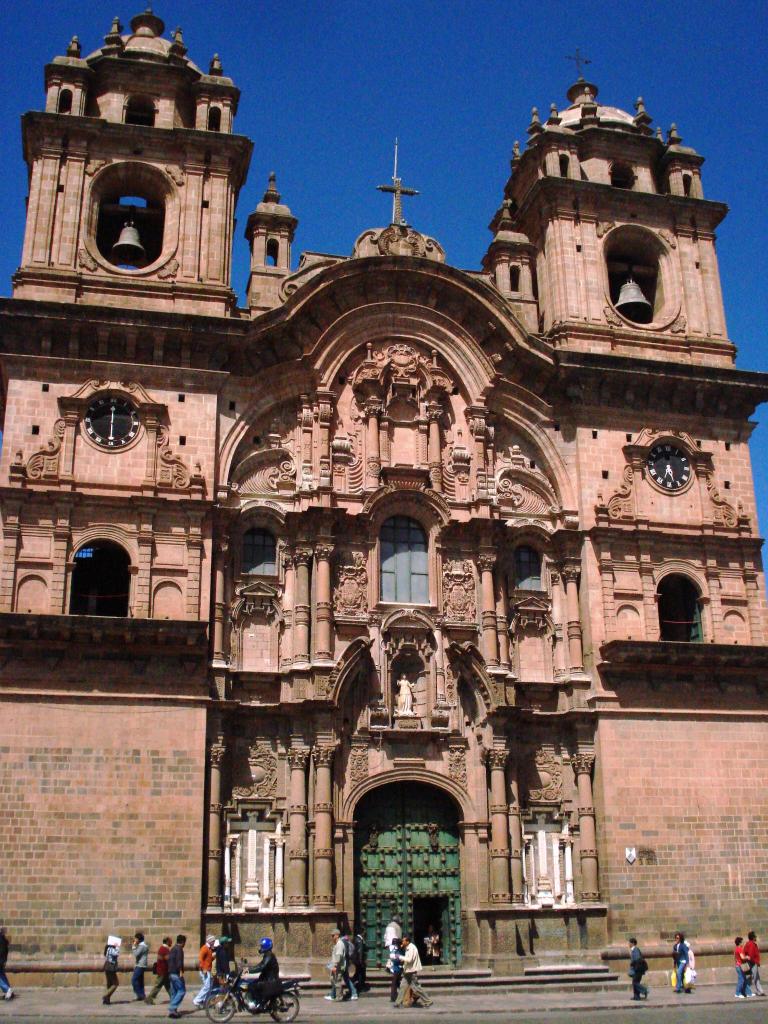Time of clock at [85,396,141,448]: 6:00
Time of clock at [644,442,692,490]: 5:33
